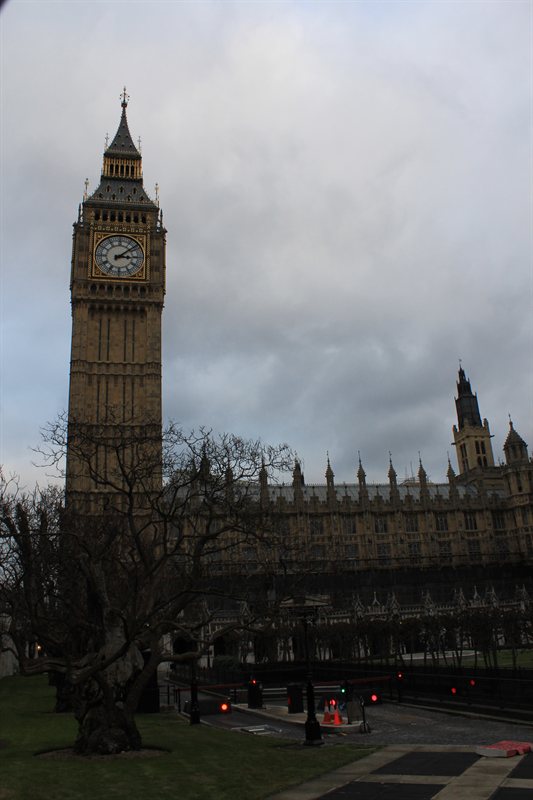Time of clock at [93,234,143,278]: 3:08
